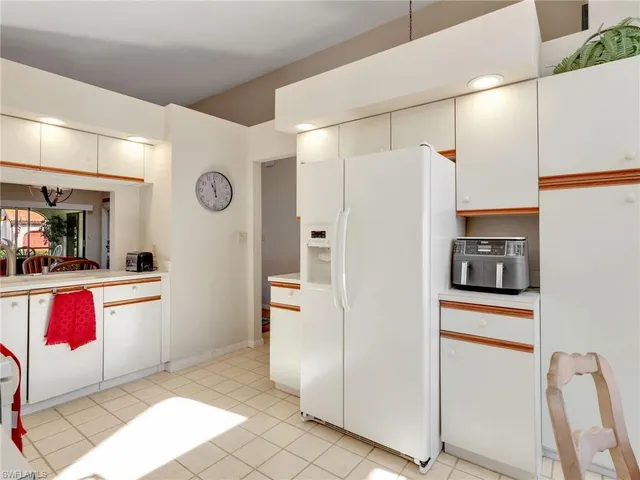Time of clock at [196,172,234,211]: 10:59
